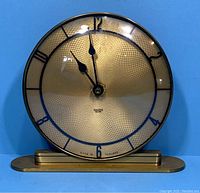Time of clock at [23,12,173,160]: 10:58
